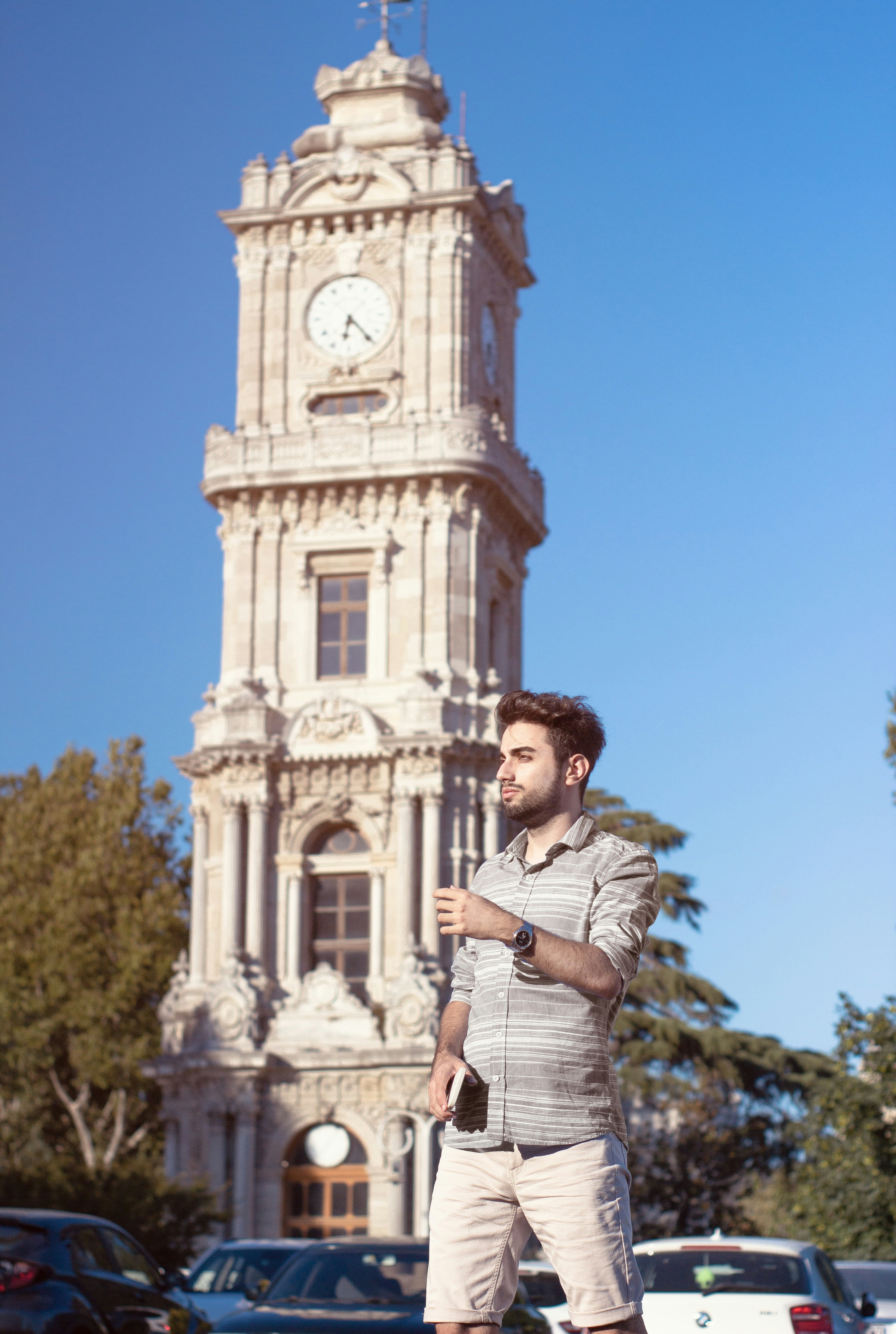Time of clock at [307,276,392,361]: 6:23
